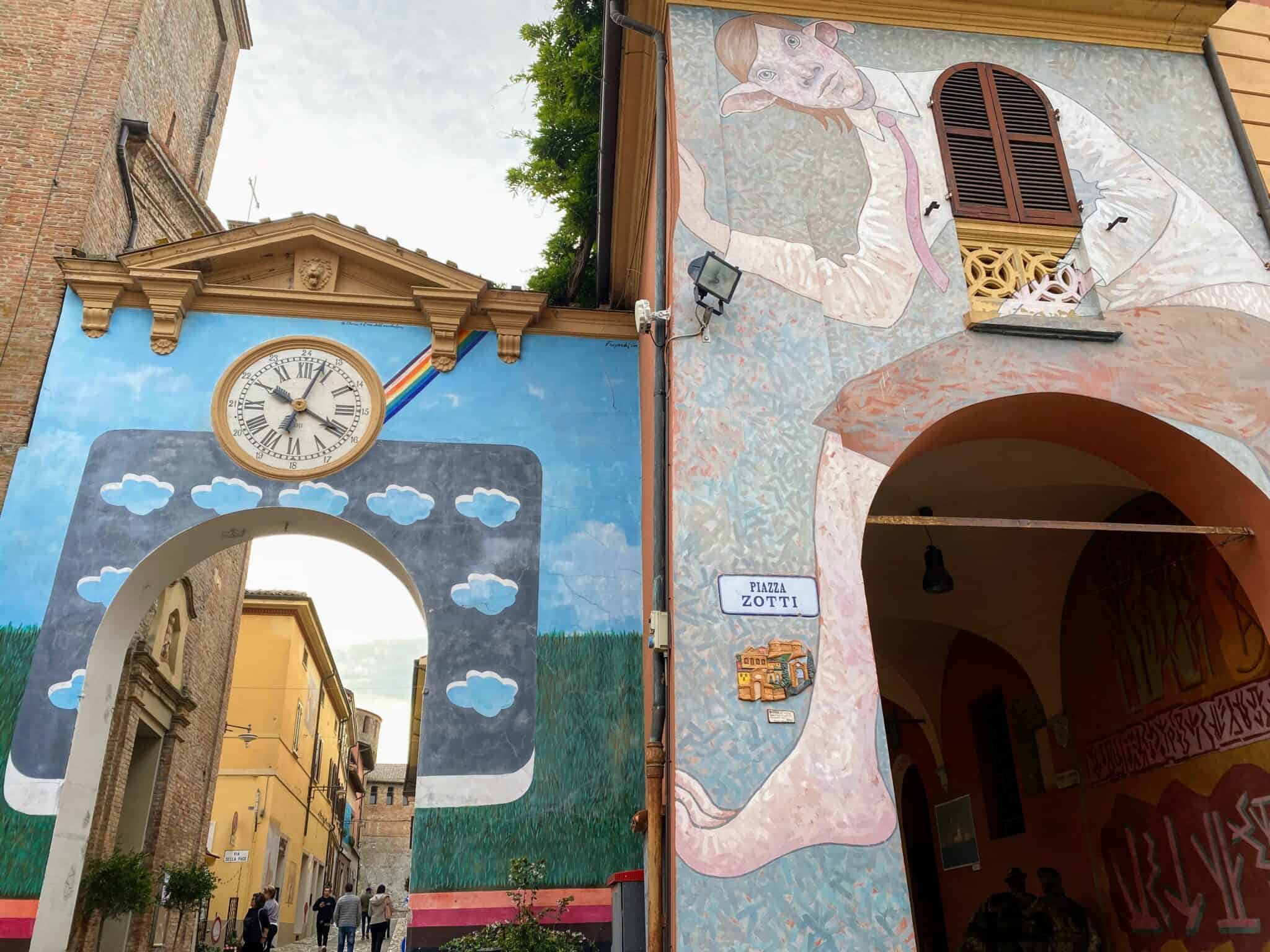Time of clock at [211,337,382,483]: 4:03
